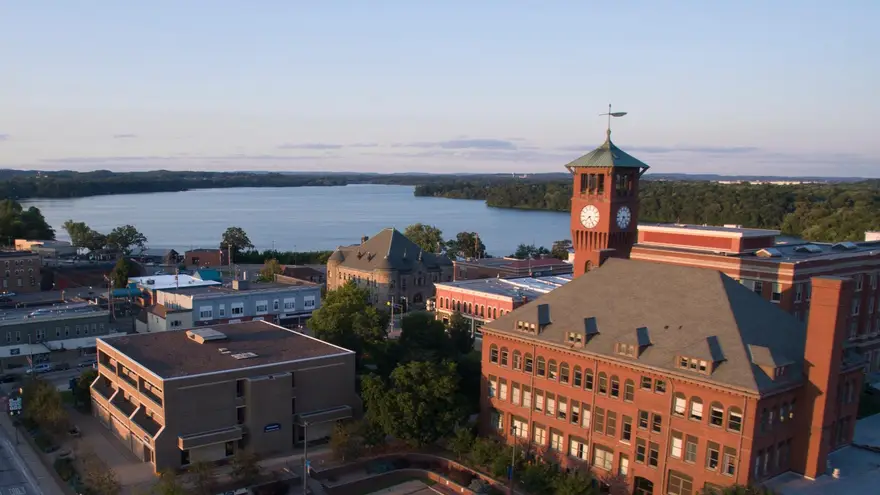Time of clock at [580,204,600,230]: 7:25
